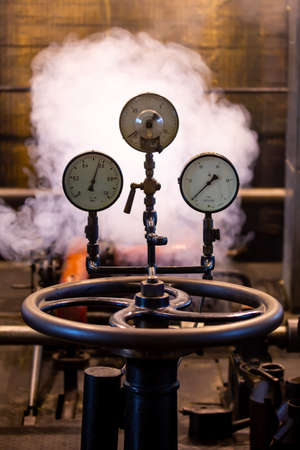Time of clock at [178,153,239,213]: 1:37
